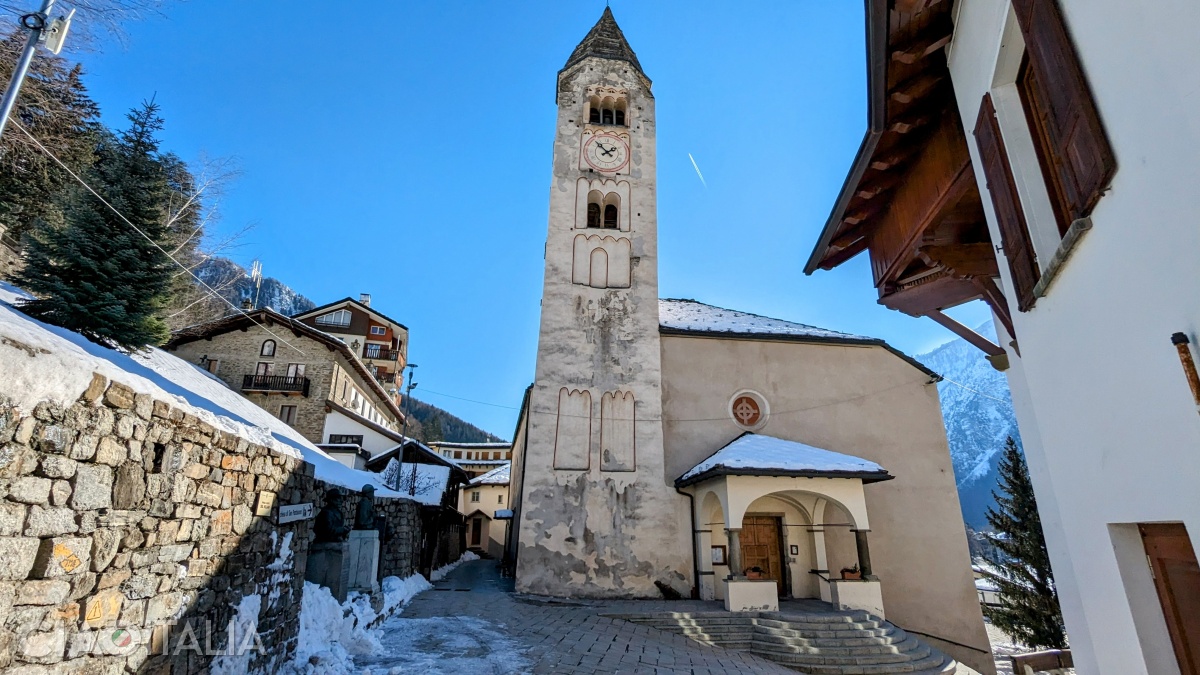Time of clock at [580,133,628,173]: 1:53
